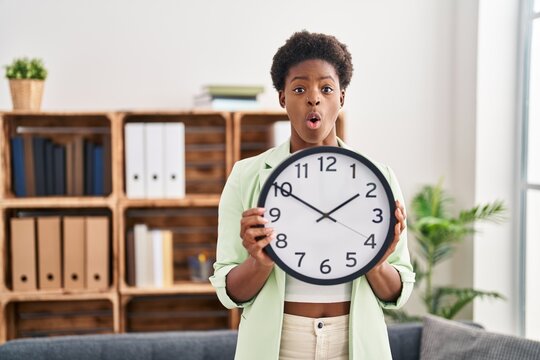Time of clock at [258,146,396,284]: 1:50
